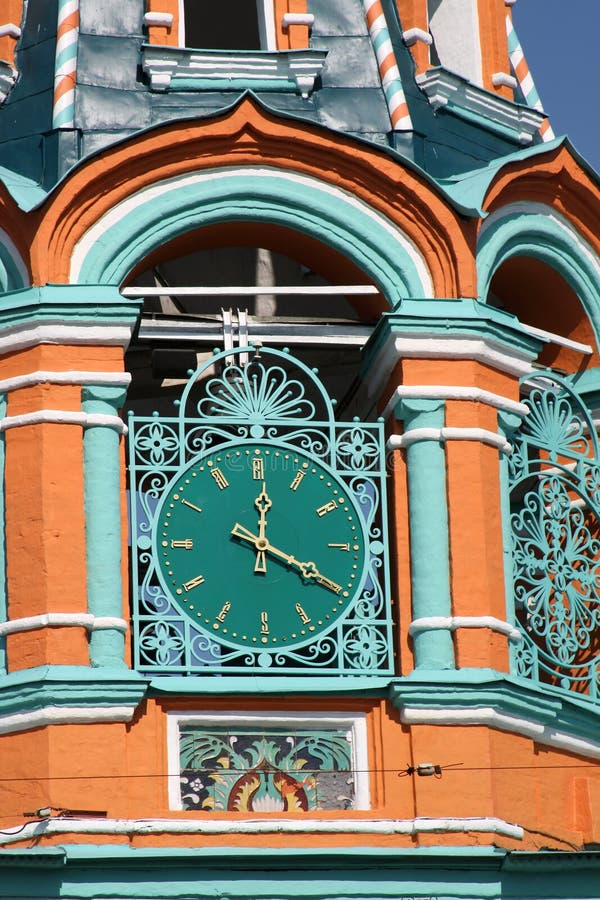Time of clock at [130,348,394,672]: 12:19
